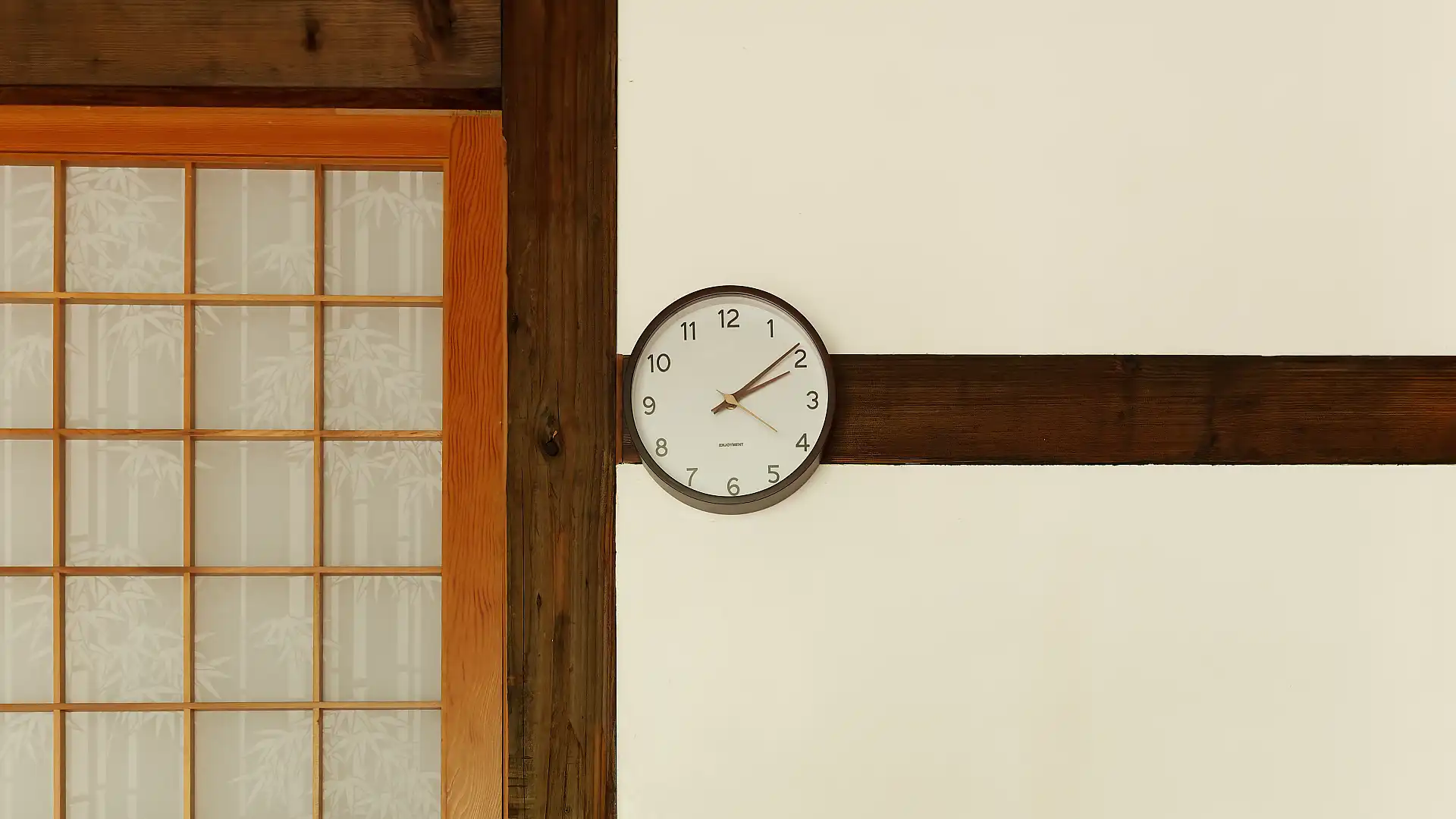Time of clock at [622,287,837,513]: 2:09
